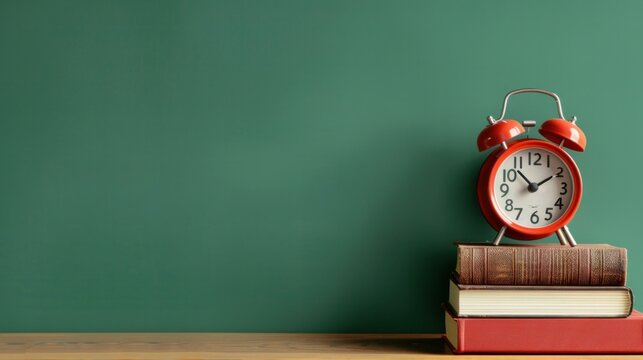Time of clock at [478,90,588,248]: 1:52
